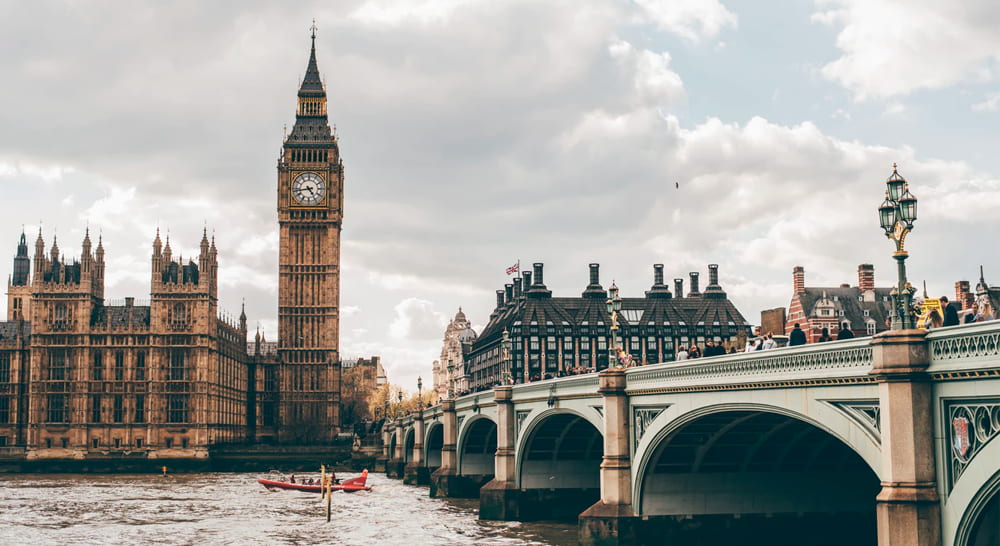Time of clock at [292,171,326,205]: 4:43
